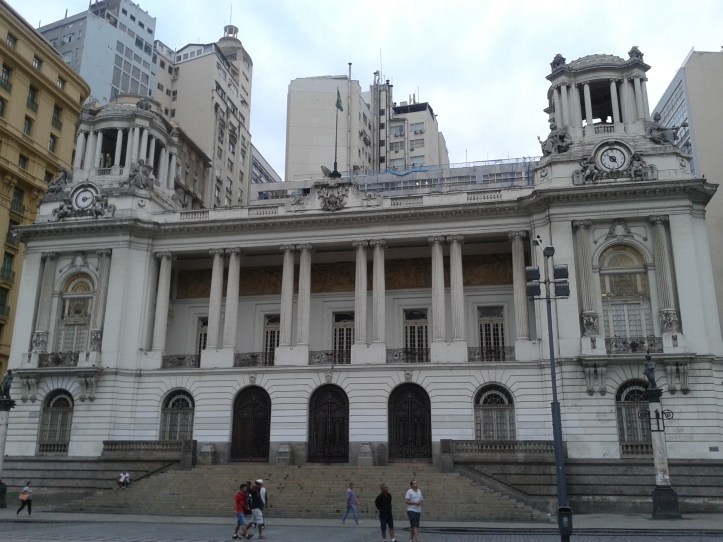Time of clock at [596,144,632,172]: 4:52
